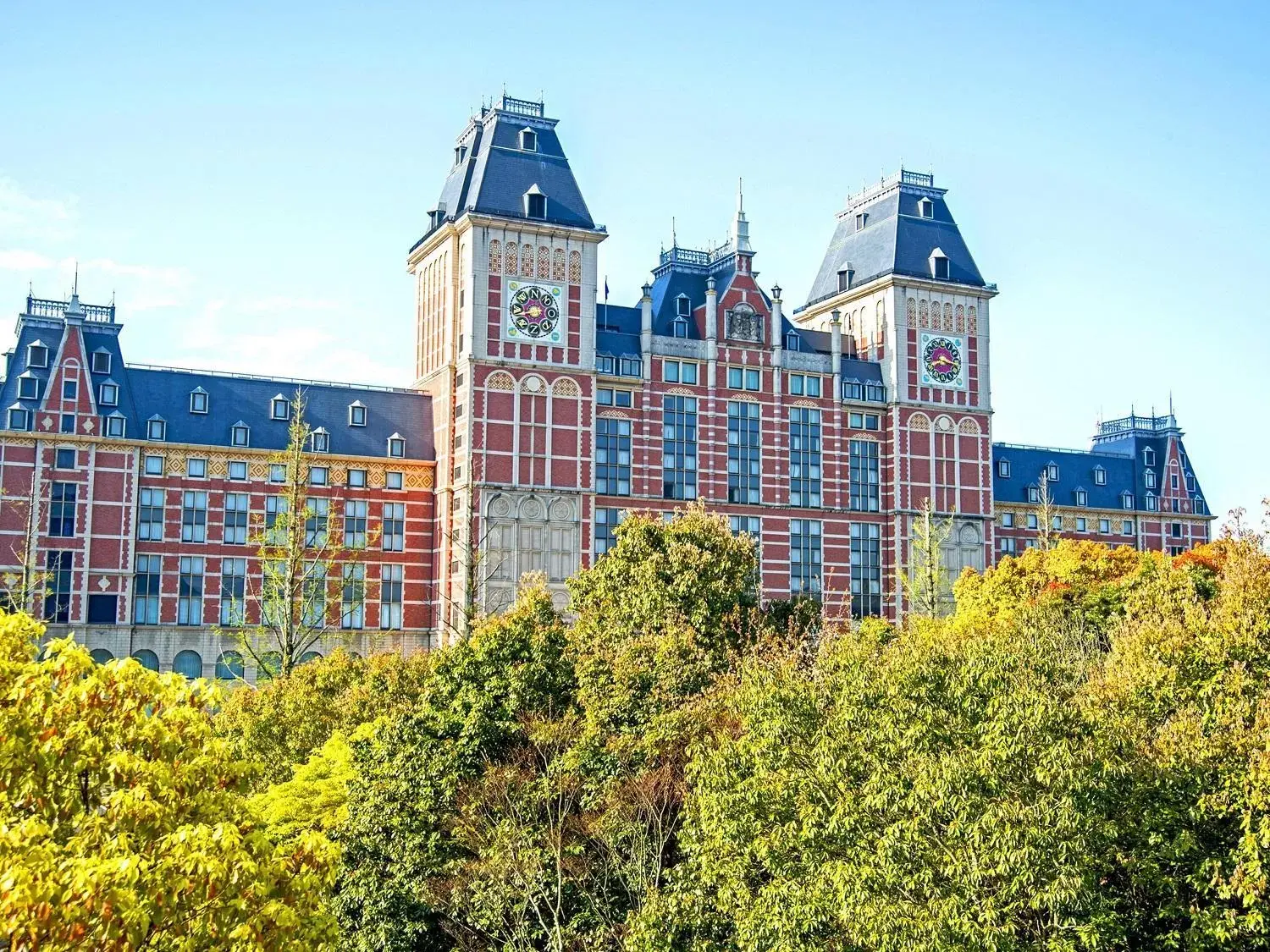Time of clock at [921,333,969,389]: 3:17
